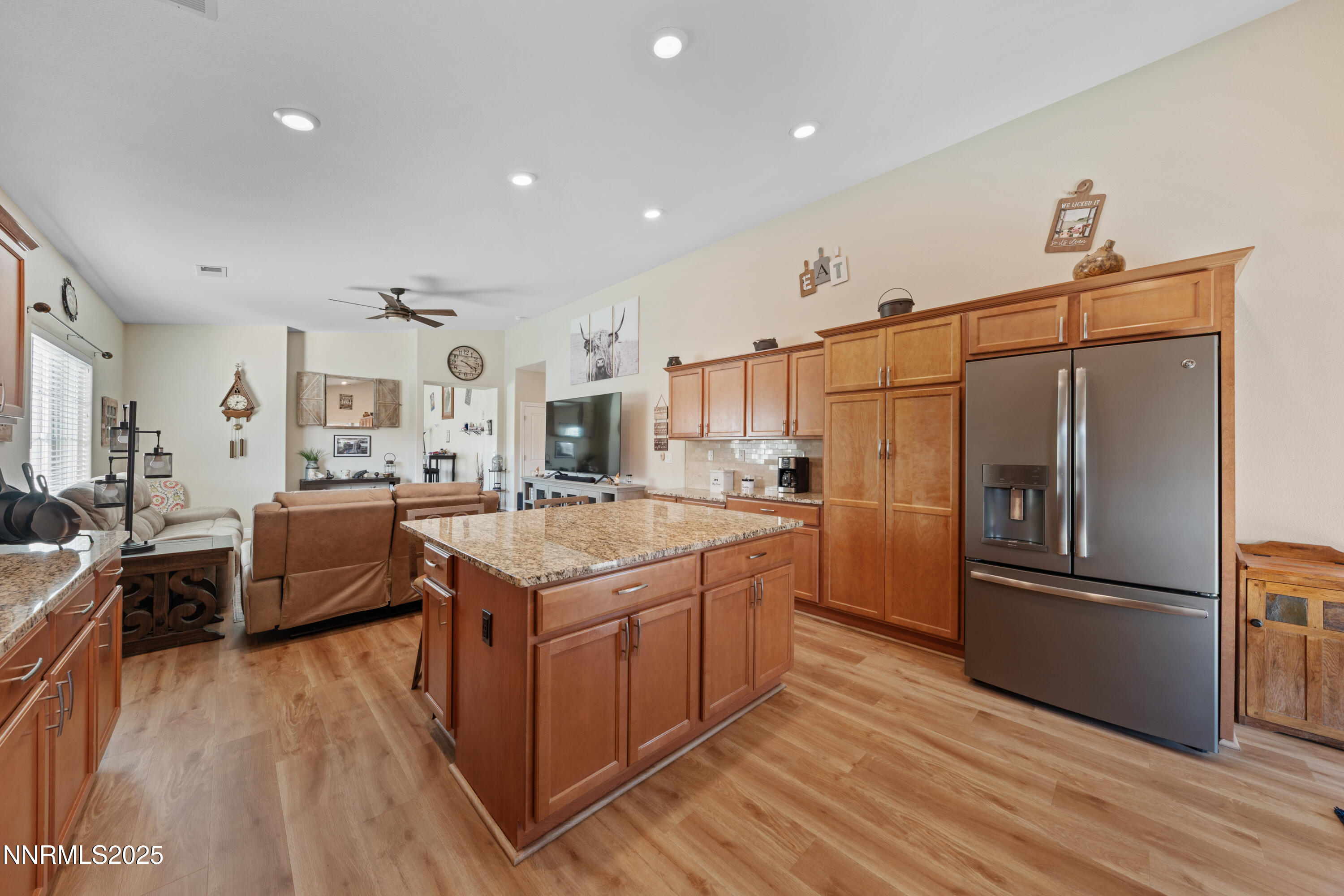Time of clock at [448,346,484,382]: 4:18
